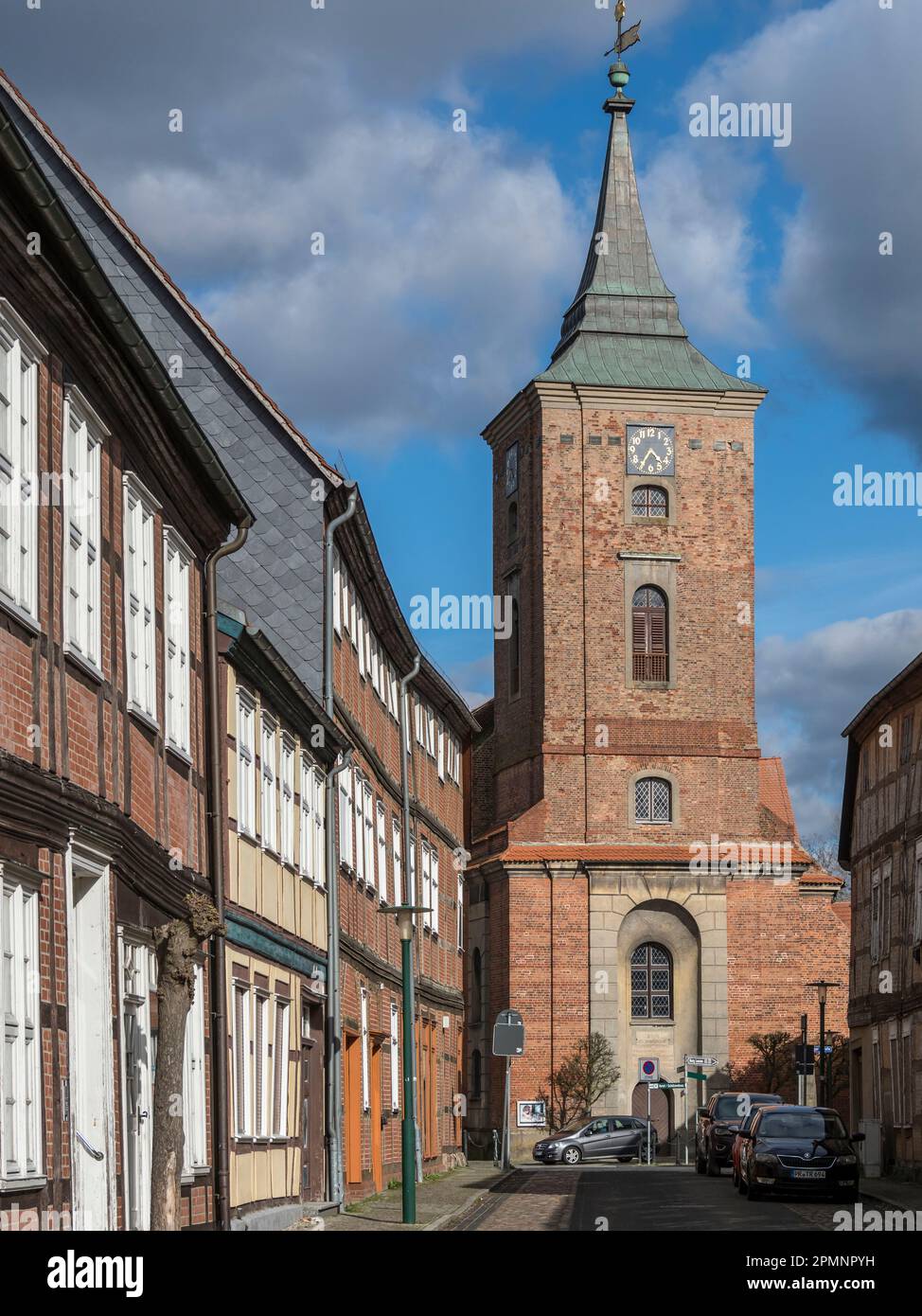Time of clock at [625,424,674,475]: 4:35
